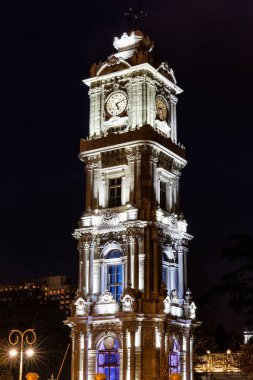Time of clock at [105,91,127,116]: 5:11
